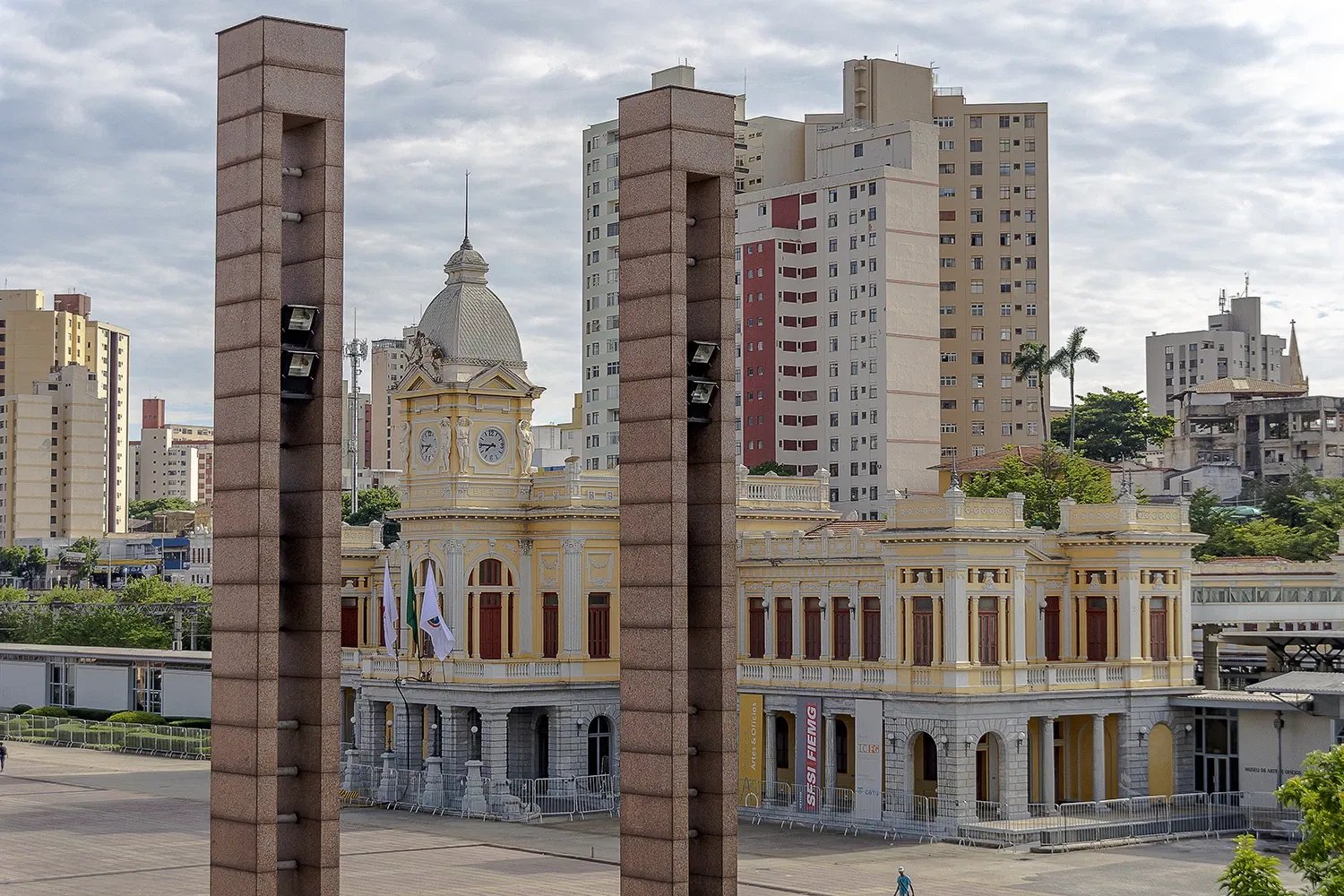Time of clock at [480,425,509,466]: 7:45
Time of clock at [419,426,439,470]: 7:45
